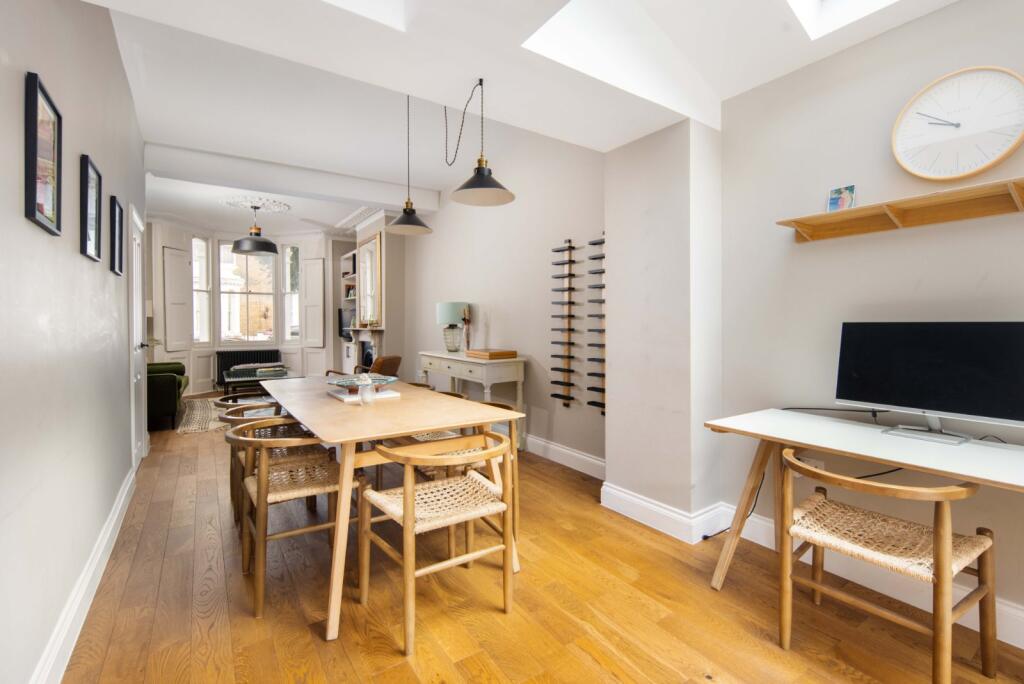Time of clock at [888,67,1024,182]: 8:48
